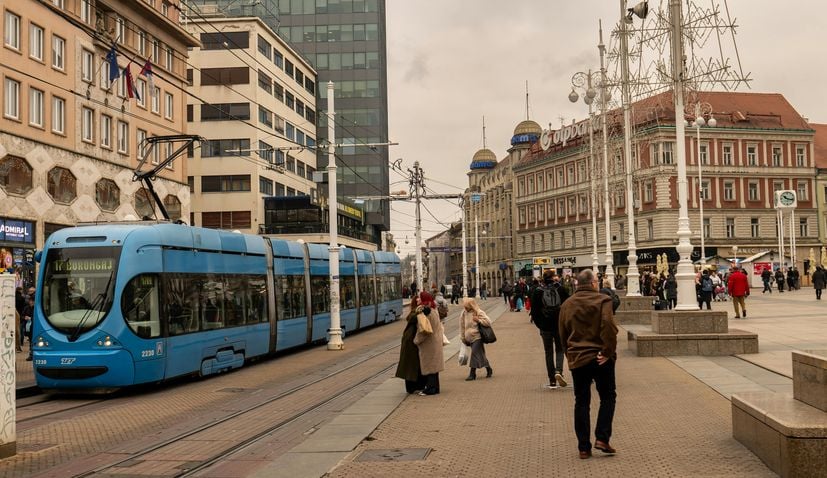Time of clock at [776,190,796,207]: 10:17
